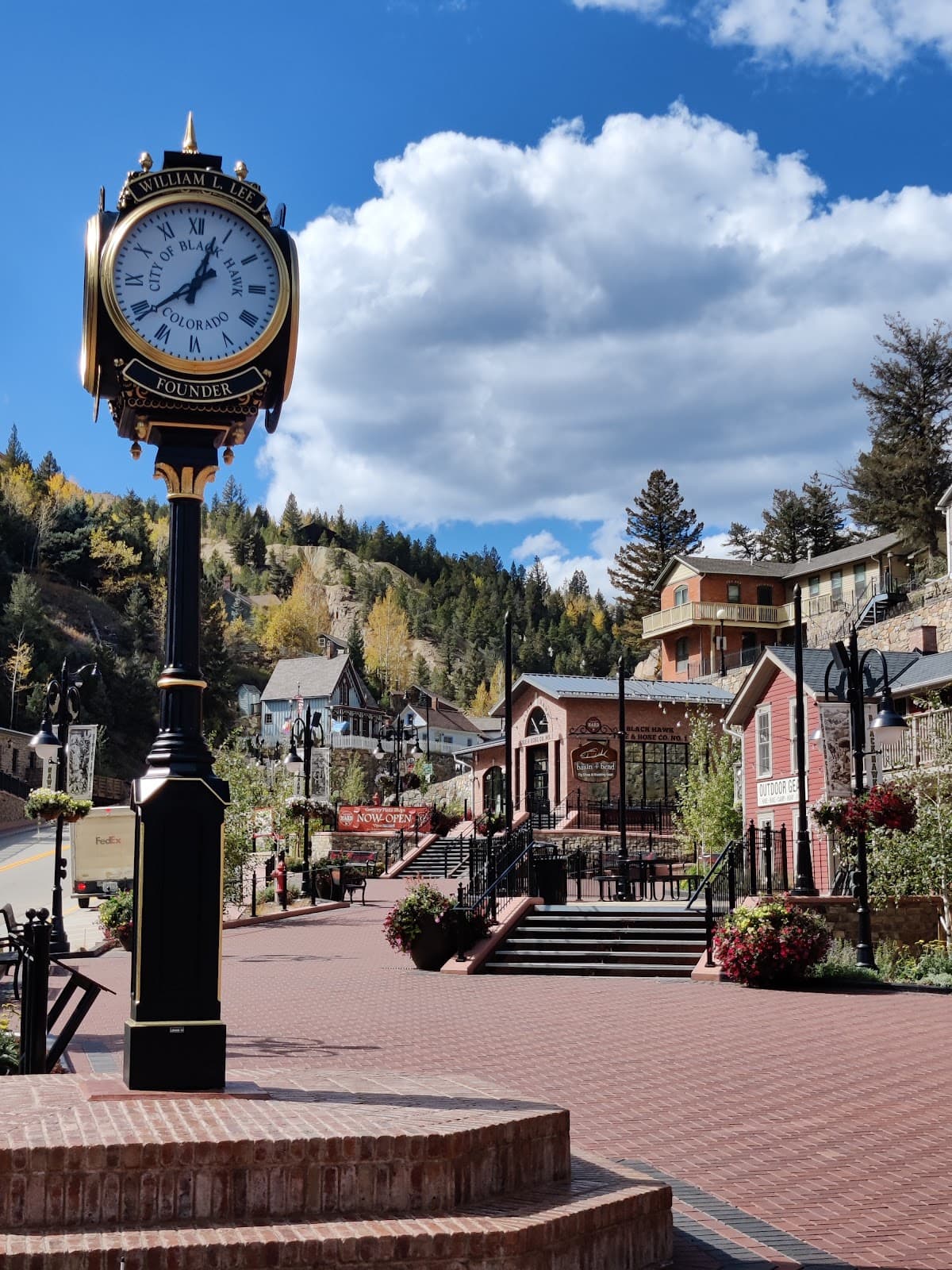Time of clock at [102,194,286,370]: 12:38
